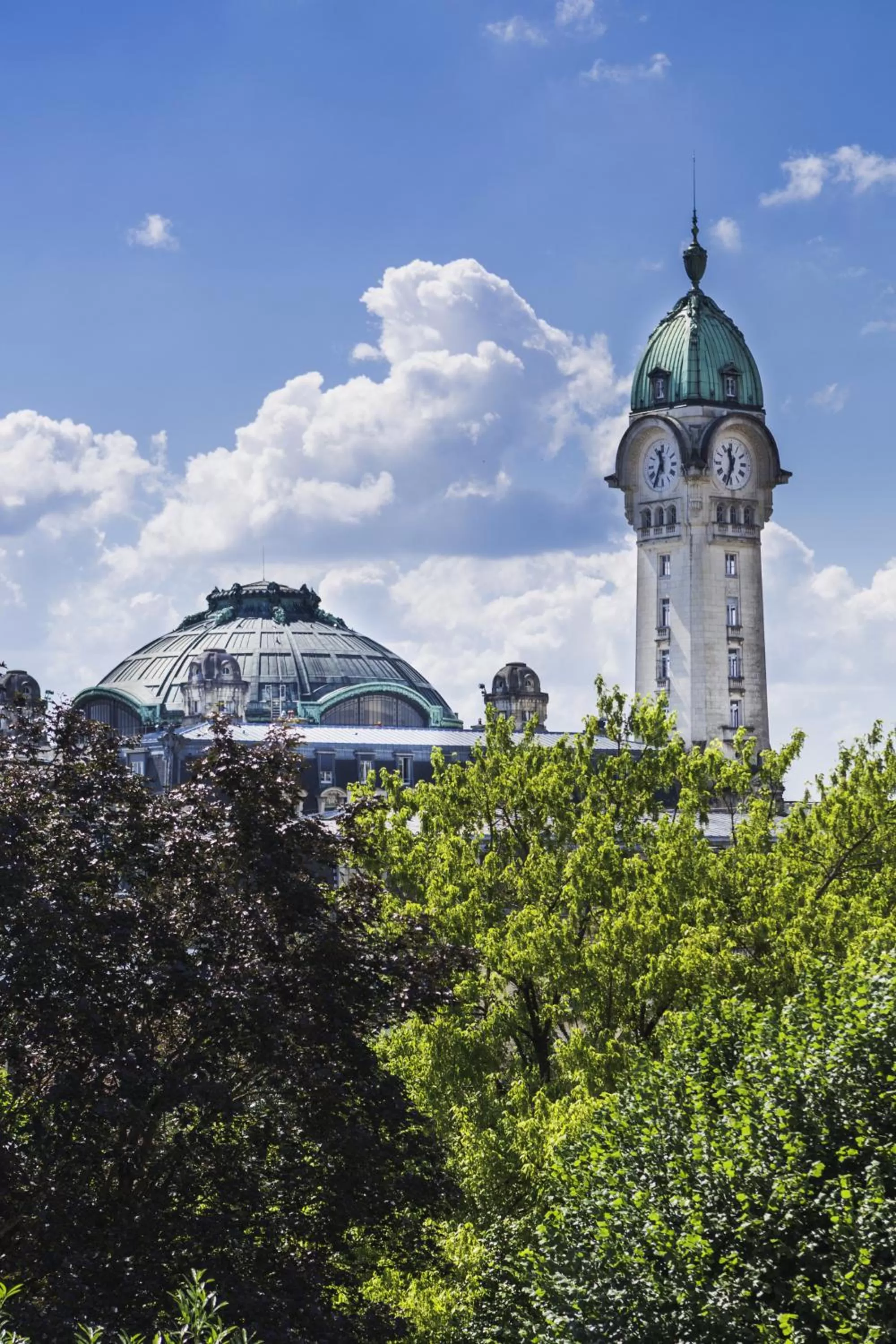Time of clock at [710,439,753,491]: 11:33
